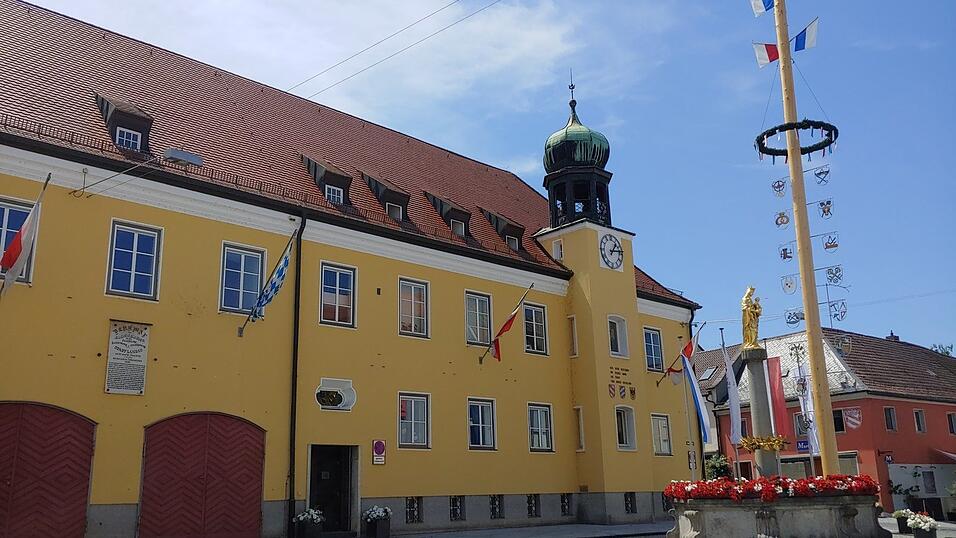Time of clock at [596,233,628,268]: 1:13
